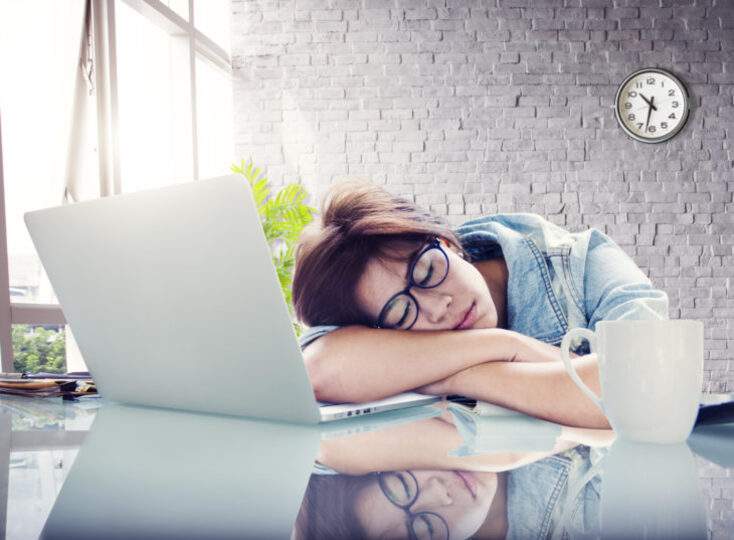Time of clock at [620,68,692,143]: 10:32
